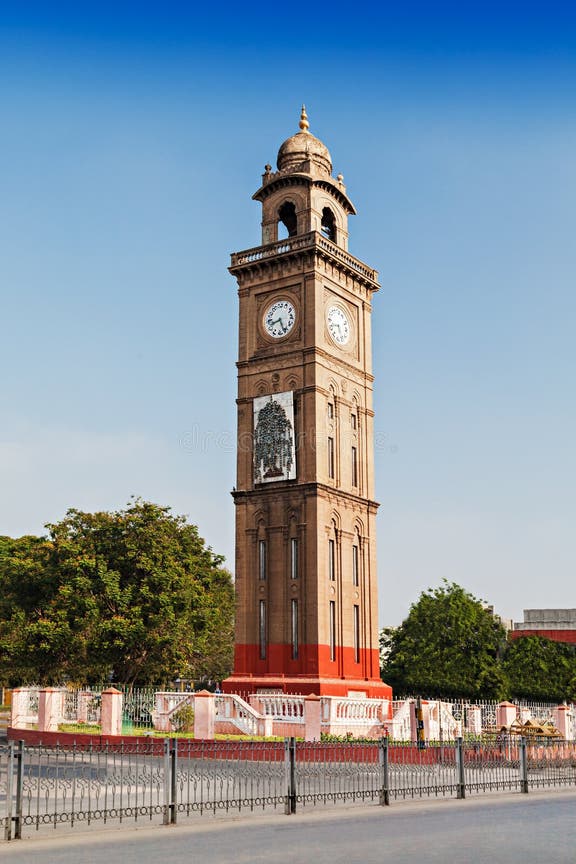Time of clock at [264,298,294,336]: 8:26
